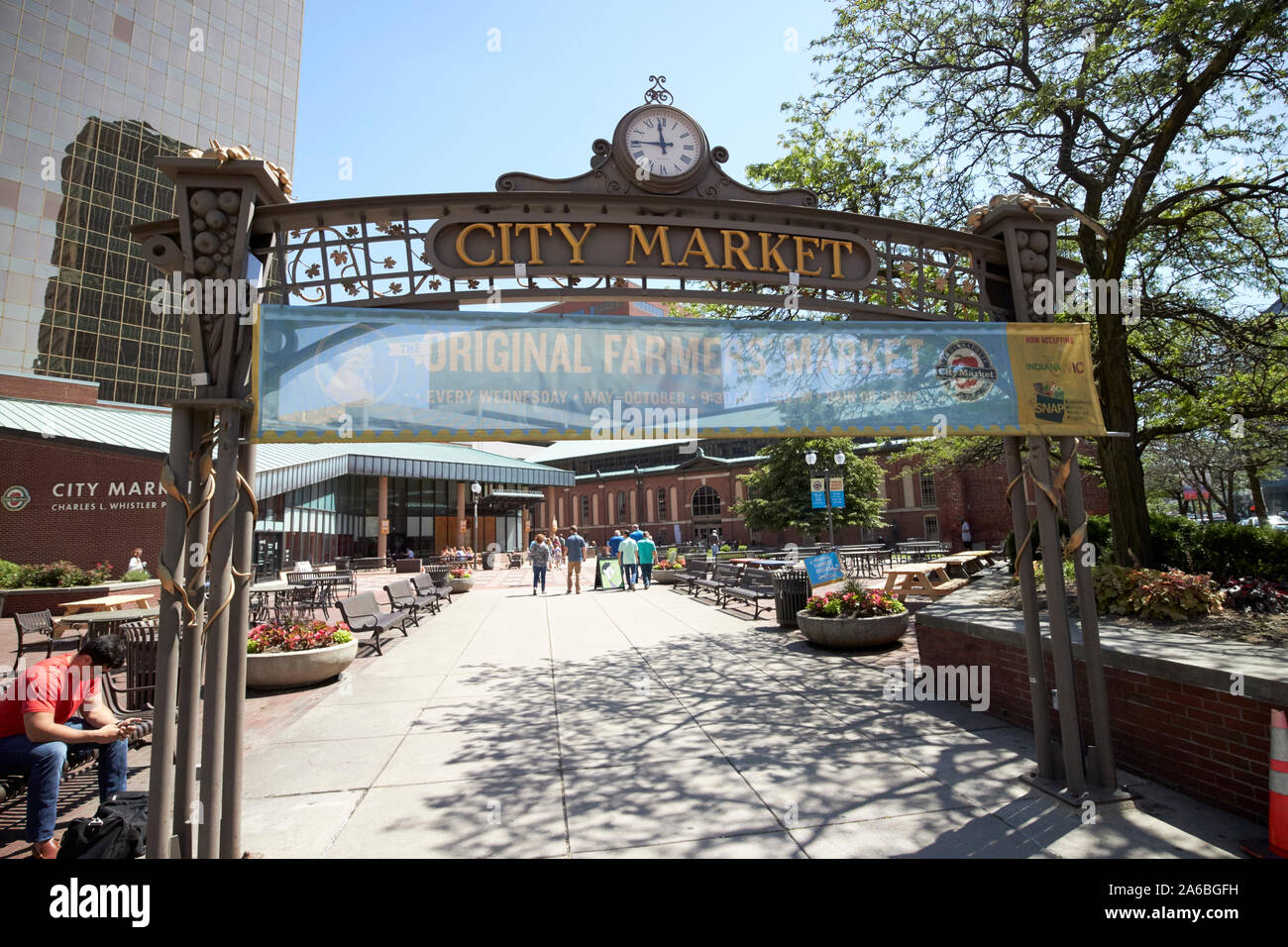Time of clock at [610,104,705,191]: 11:45
